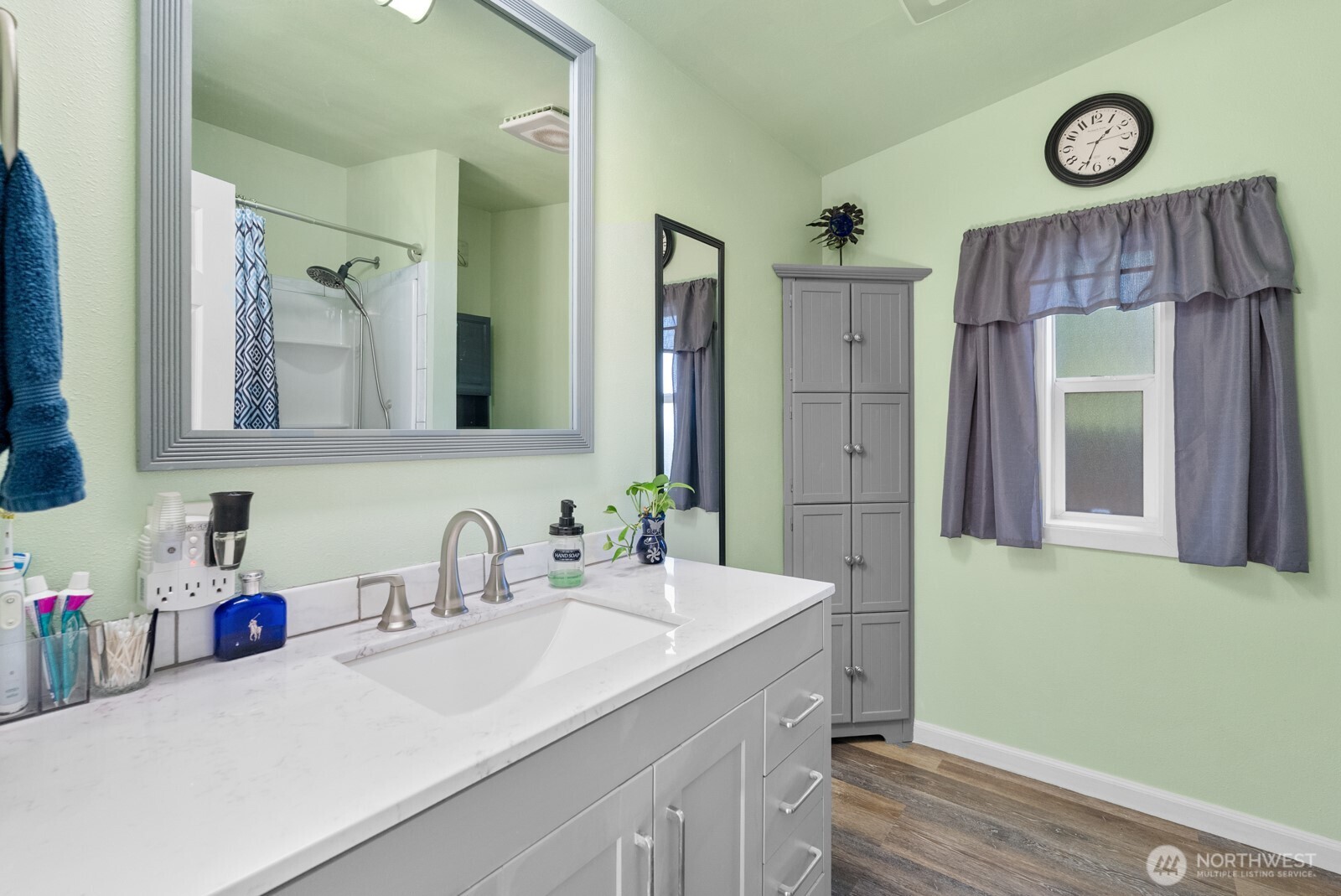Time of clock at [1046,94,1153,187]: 1:33
